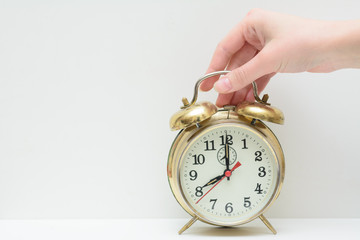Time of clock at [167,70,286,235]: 8:00
